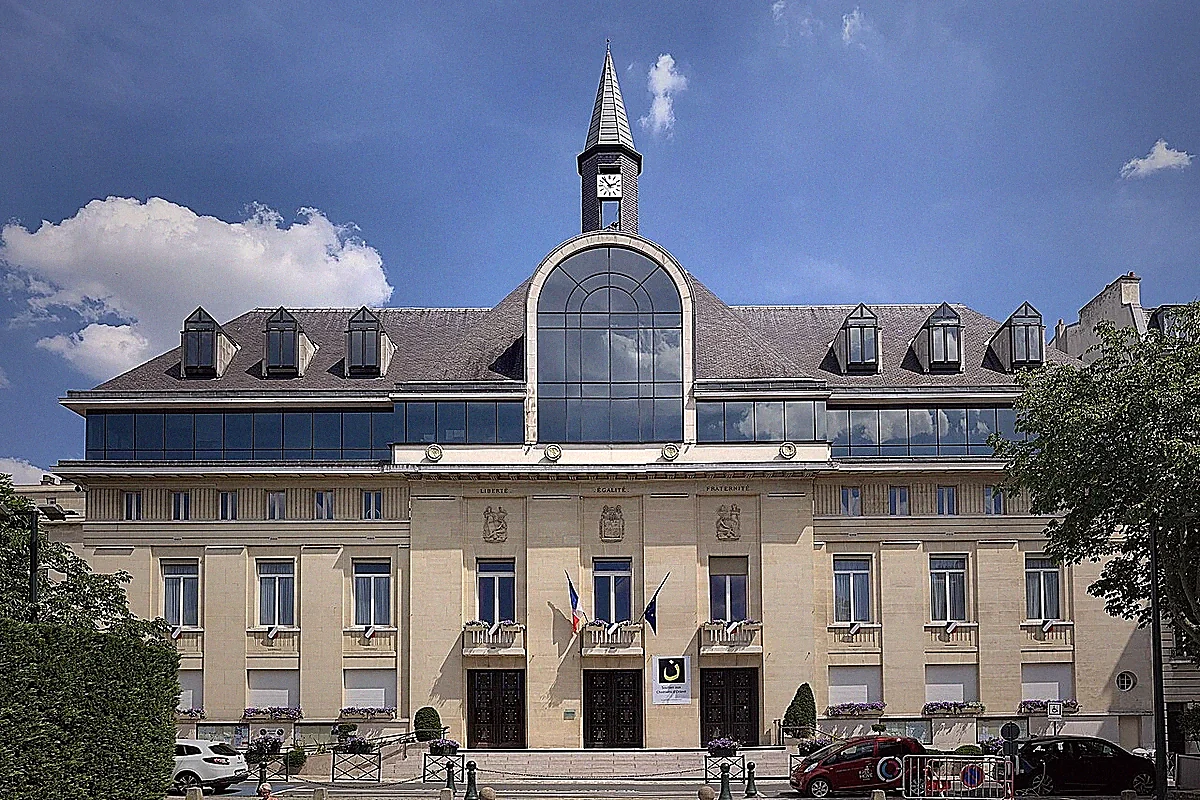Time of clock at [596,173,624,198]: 2:53
